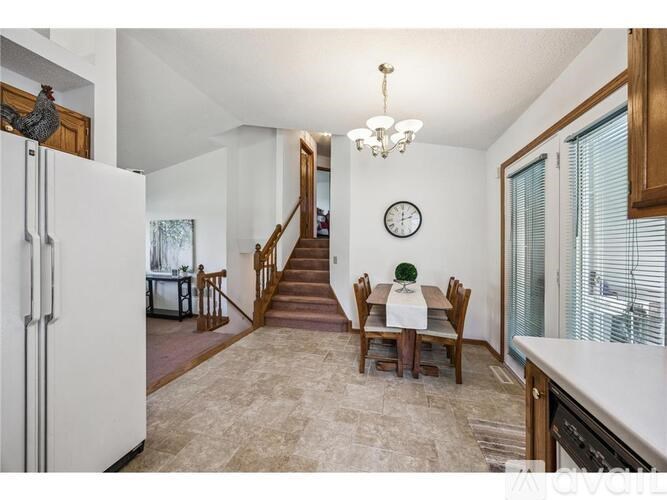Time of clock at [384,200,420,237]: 12:12
